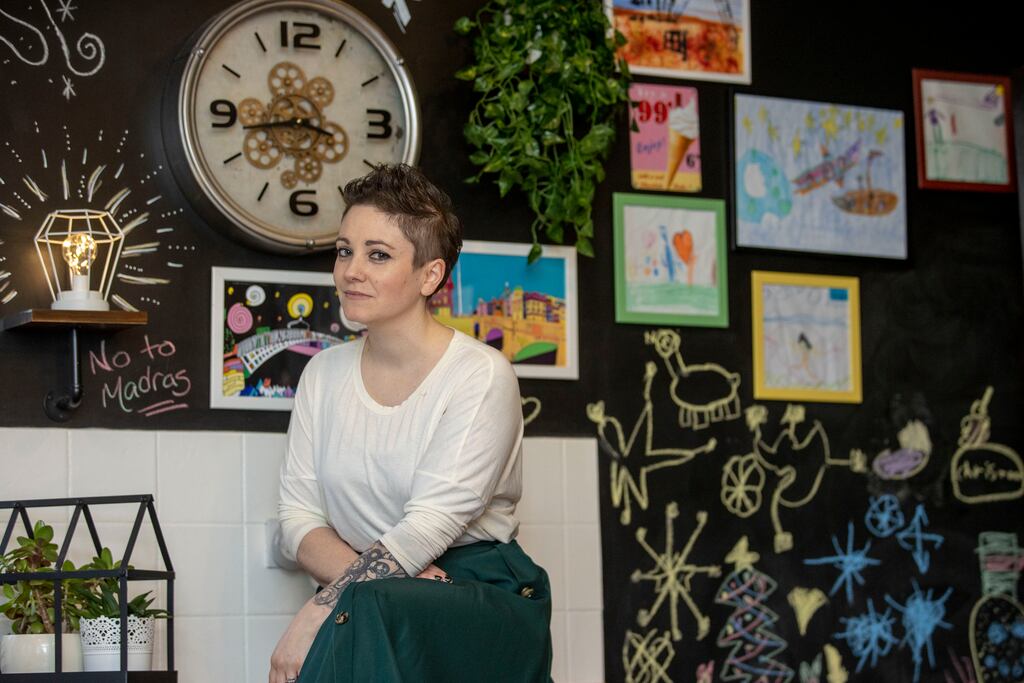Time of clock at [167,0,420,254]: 3:43
